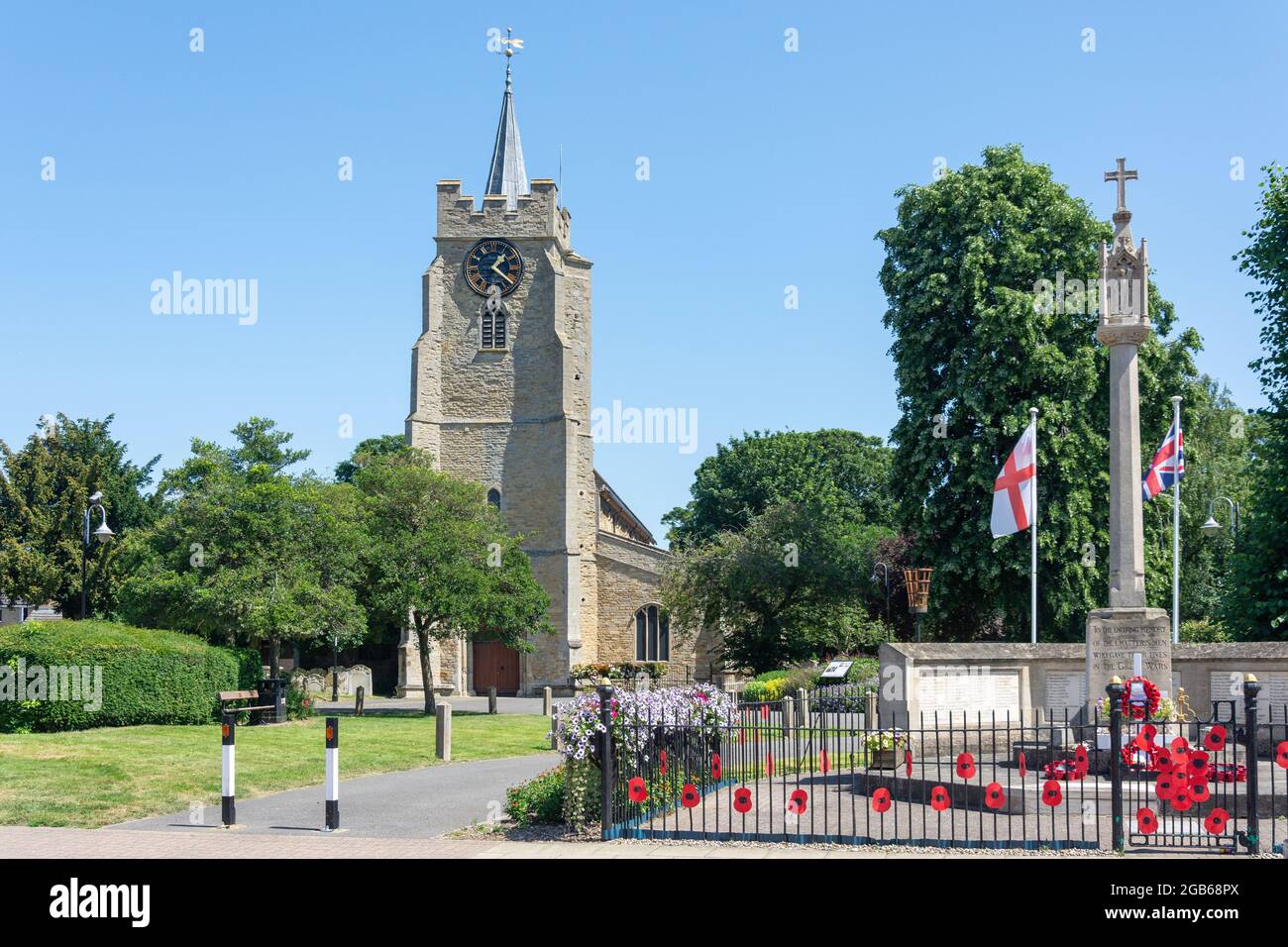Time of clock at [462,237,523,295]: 1:21
